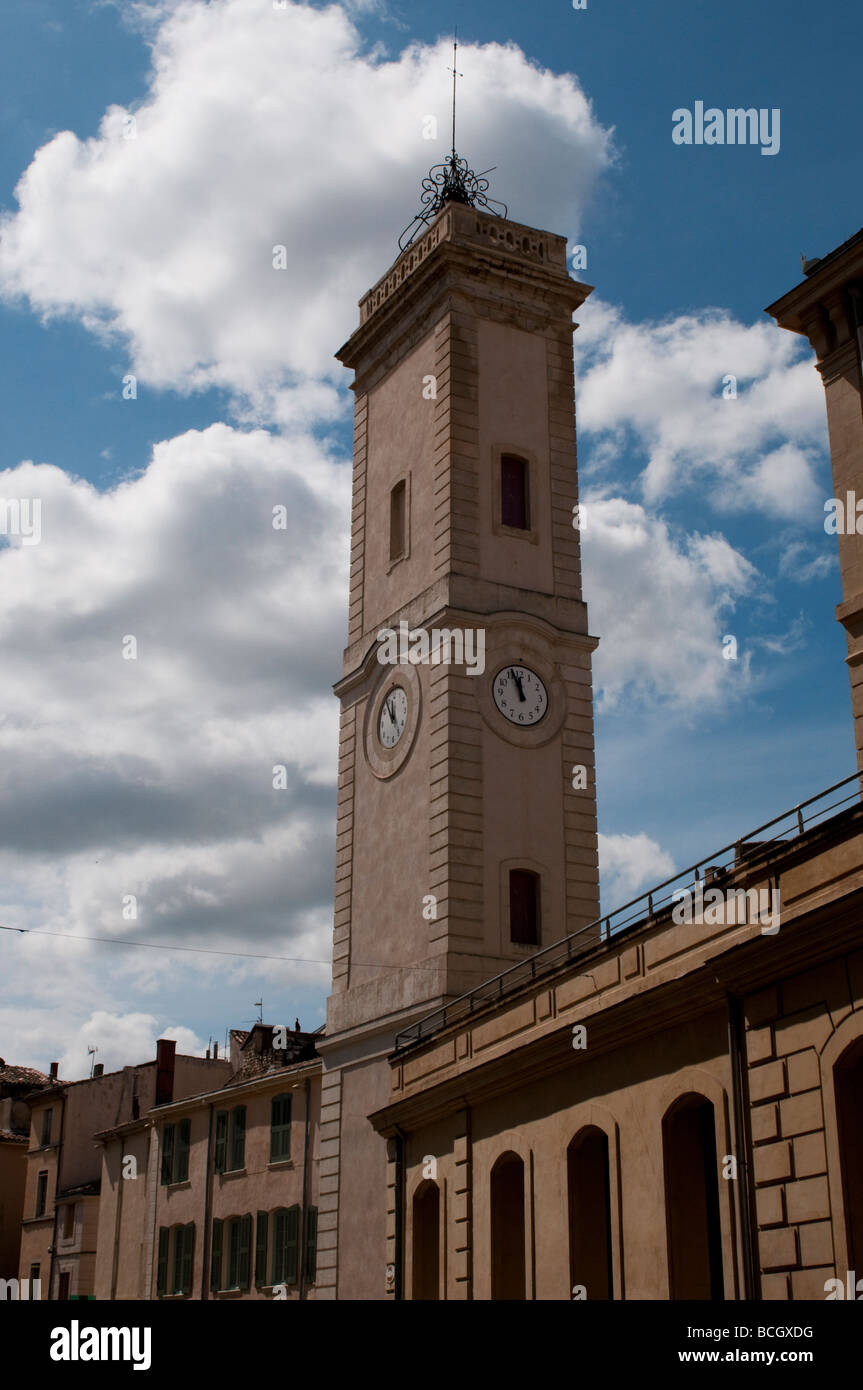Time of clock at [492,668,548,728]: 11:56
